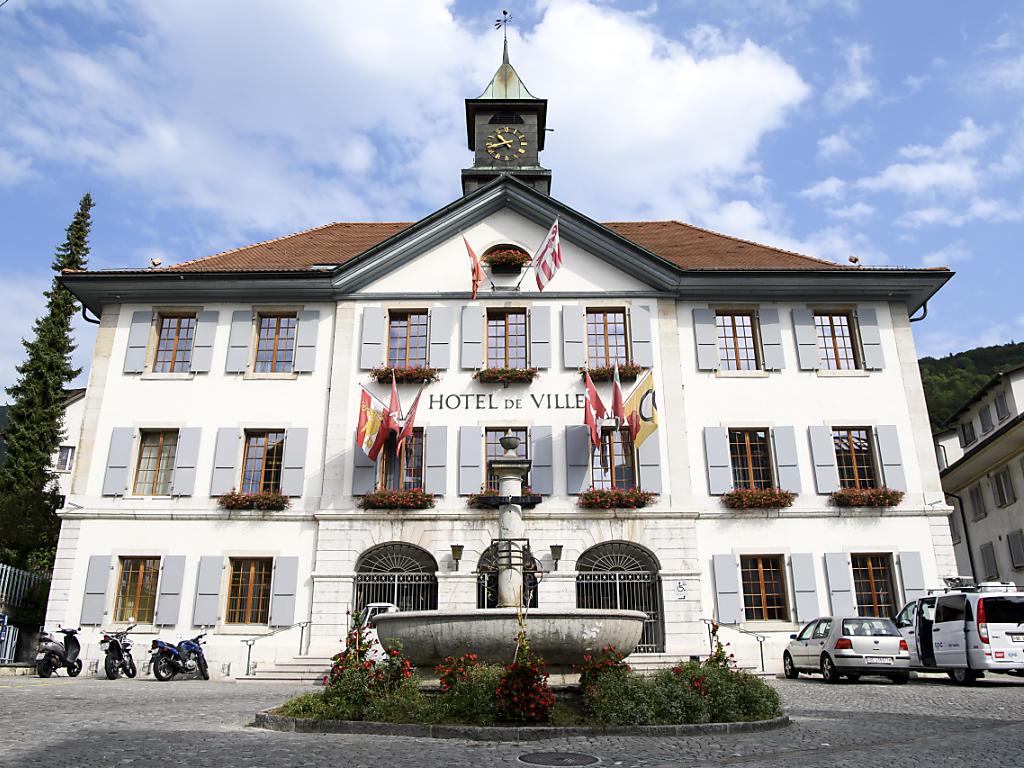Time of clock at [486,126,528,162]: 10:41
